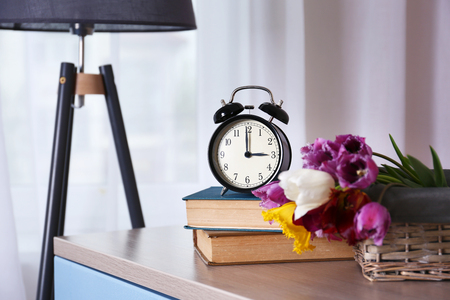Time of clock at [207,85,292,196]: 2:59
